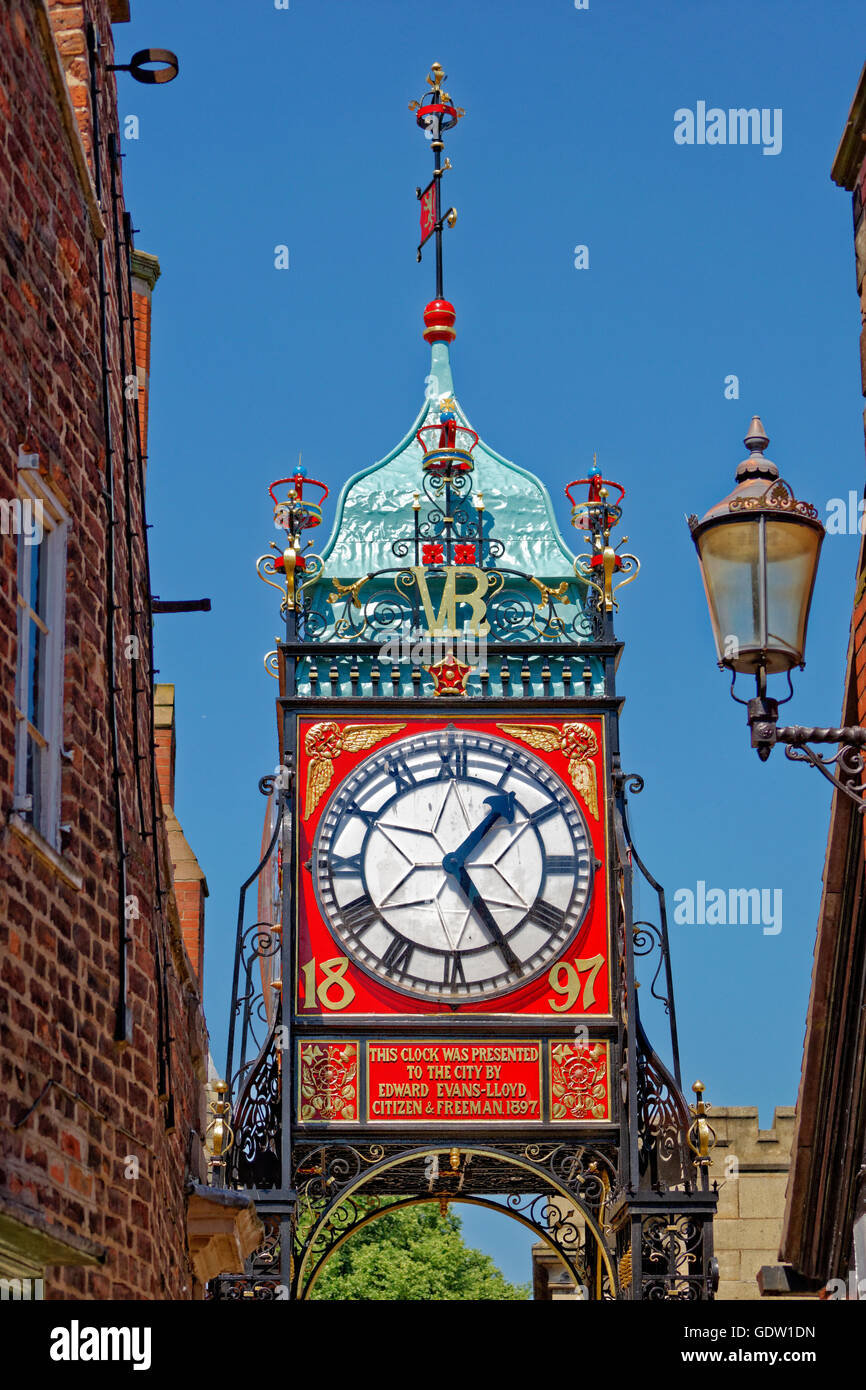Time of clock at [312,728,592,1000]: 1:24
